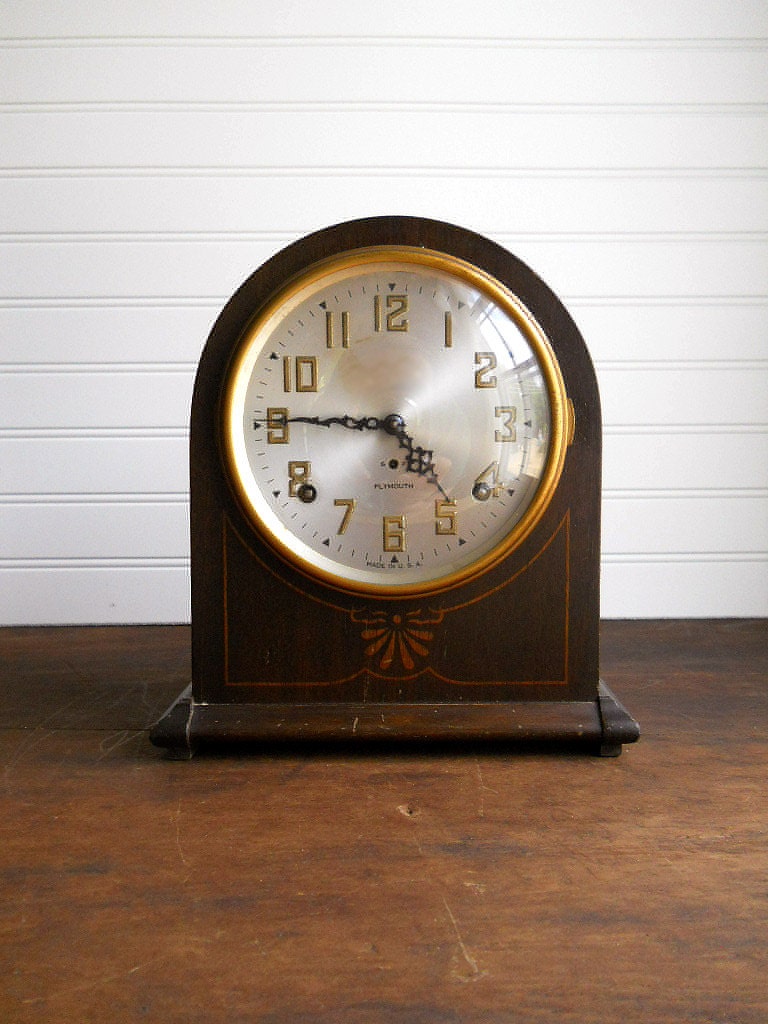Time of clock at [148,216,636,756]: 4:45
